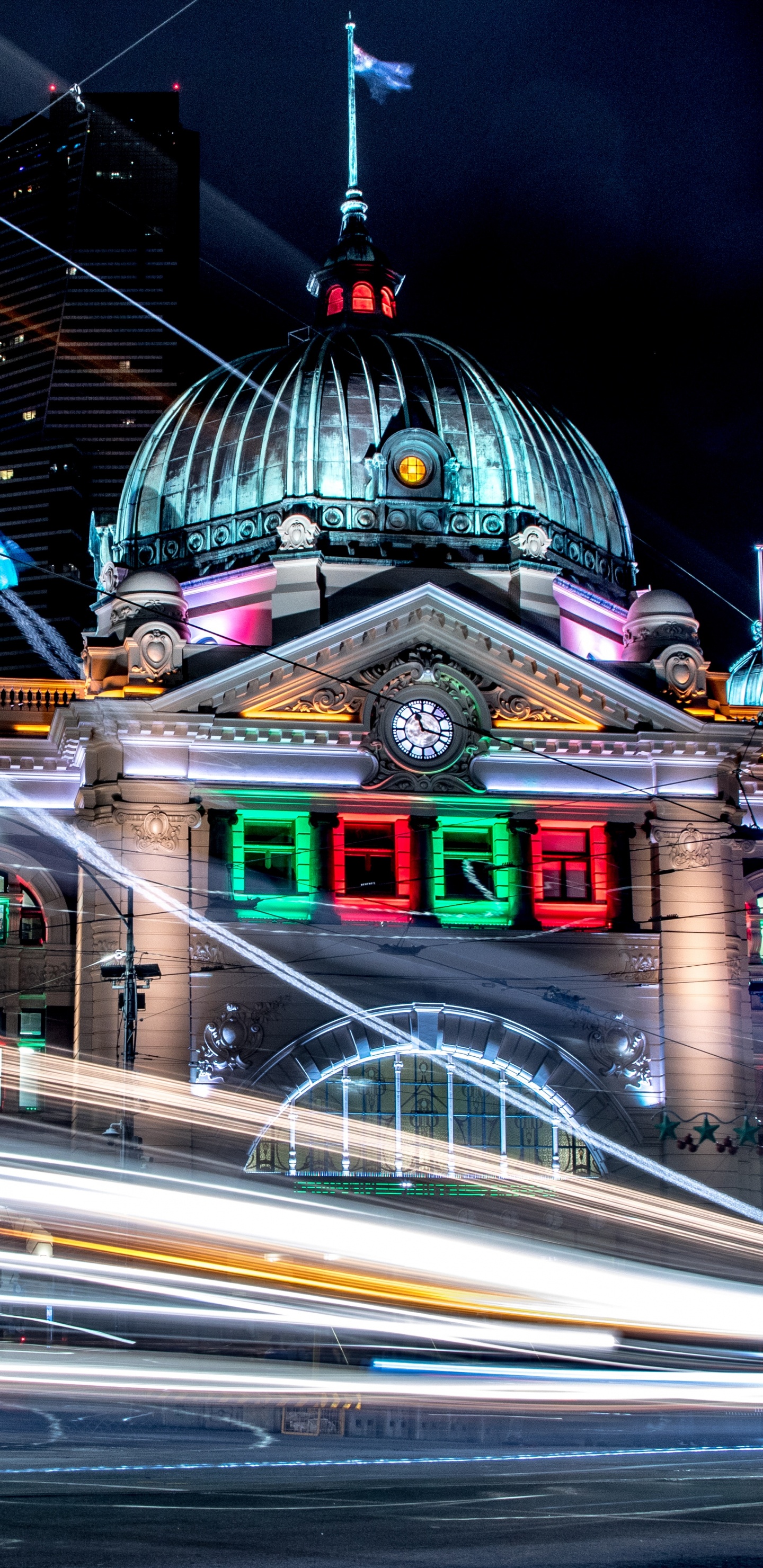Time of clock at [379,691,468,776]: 11:17
